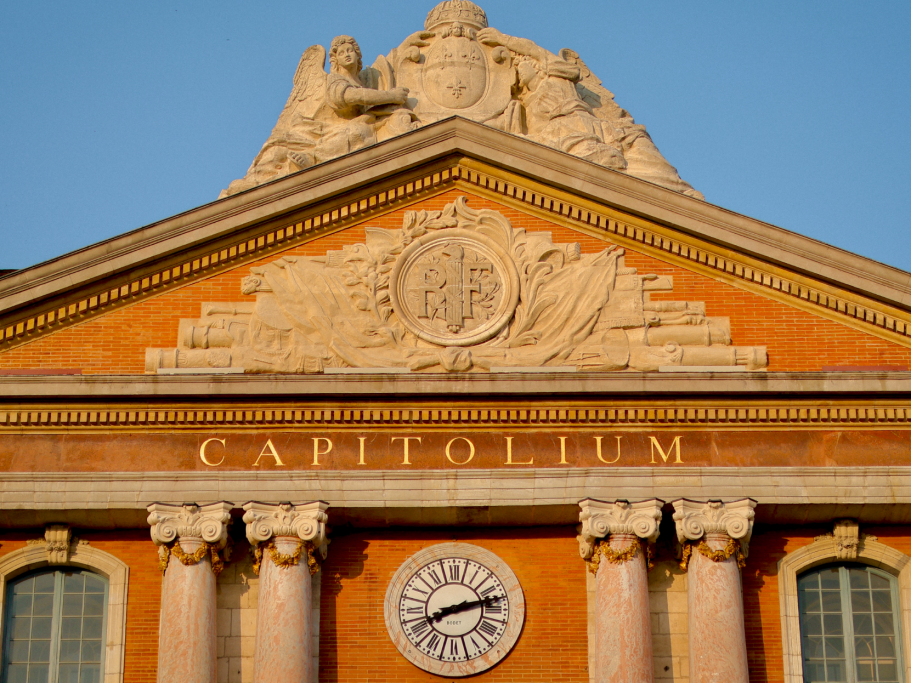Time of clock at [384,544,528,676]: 8:12
